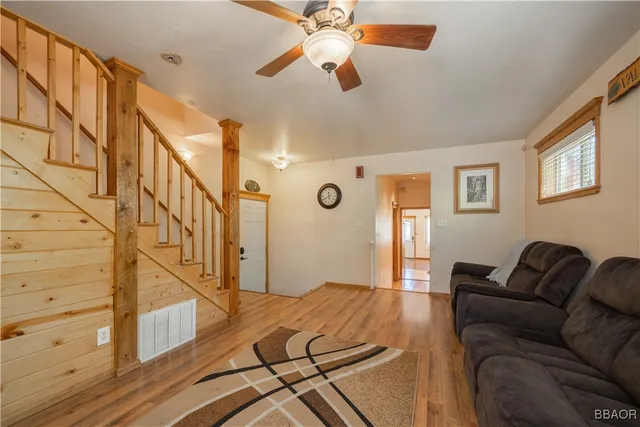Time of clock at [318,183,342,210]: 11:40
